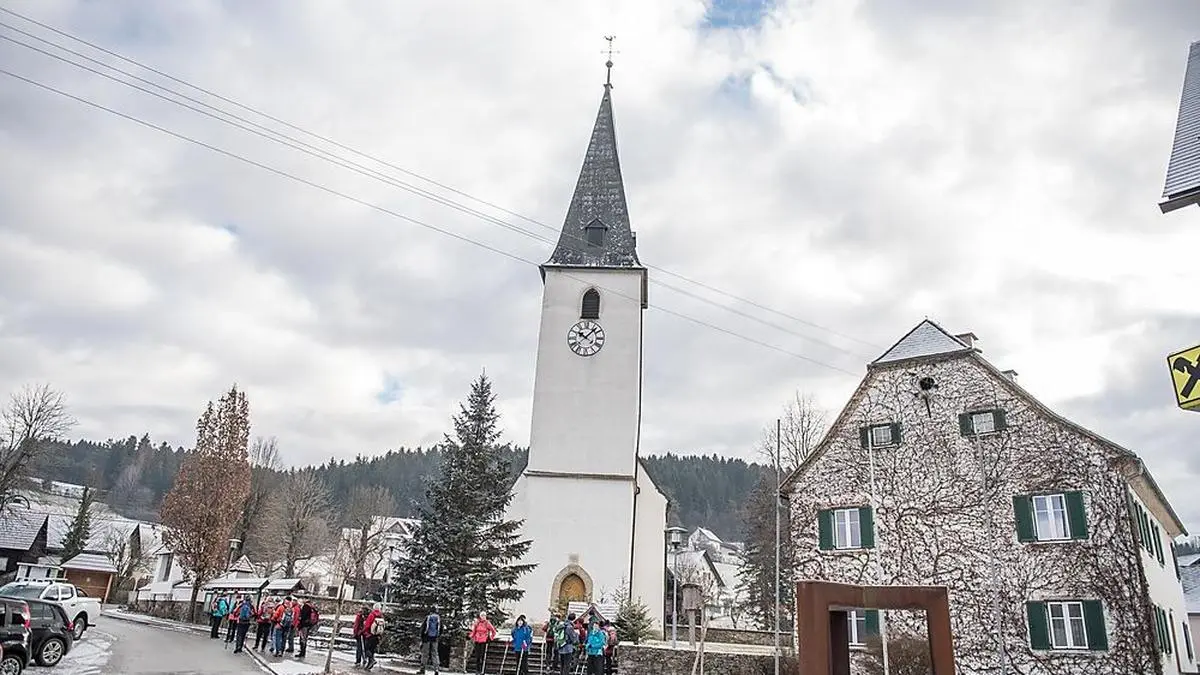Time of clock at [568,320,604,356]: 10:07
